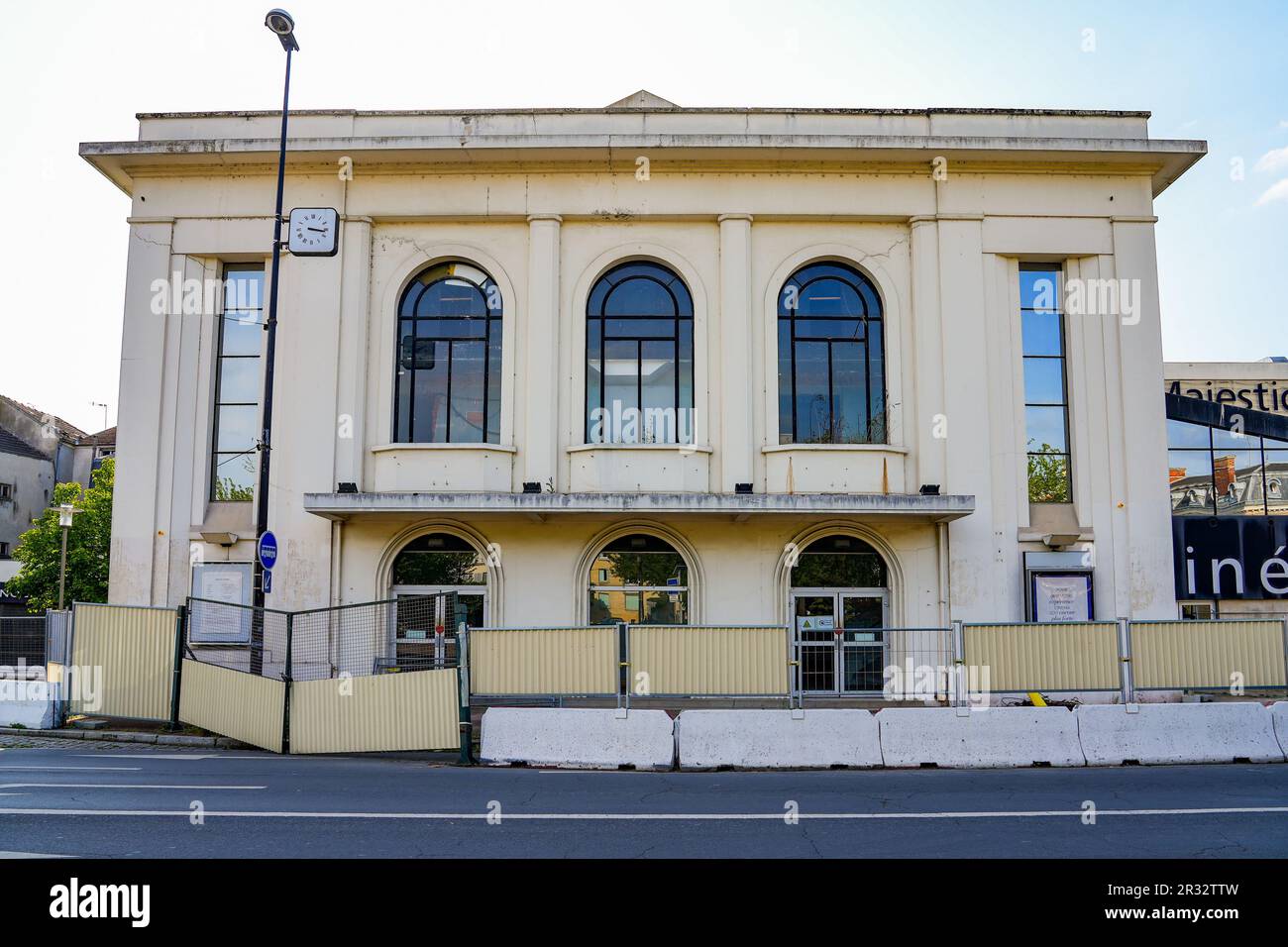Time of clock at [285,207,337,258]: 3:16
